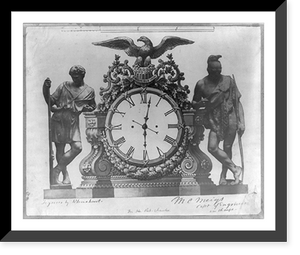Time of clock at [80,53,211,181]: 6:01
